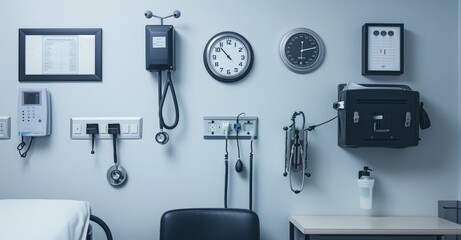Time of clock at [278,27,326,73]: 12:13
